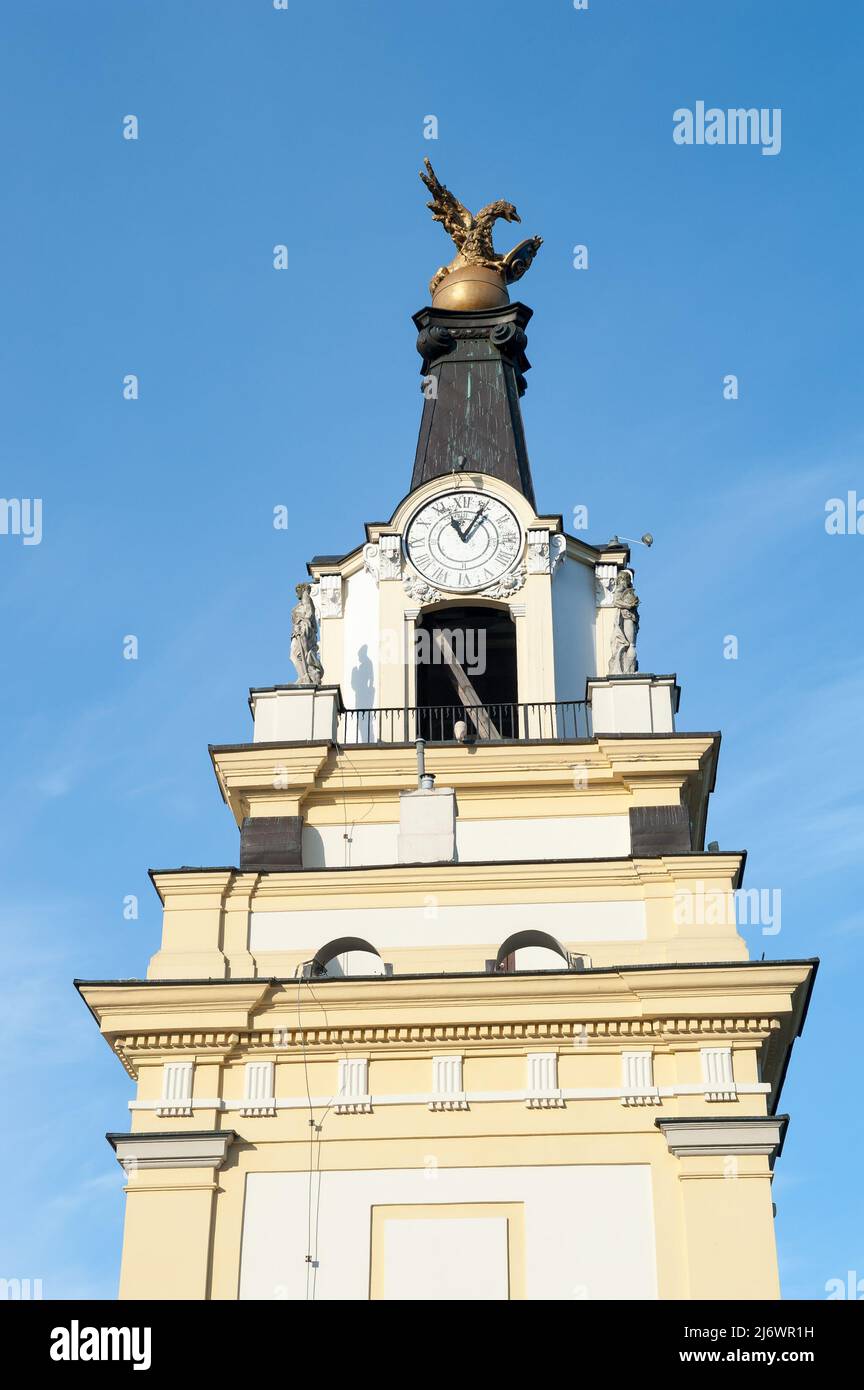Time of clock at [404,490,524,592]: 11:05
